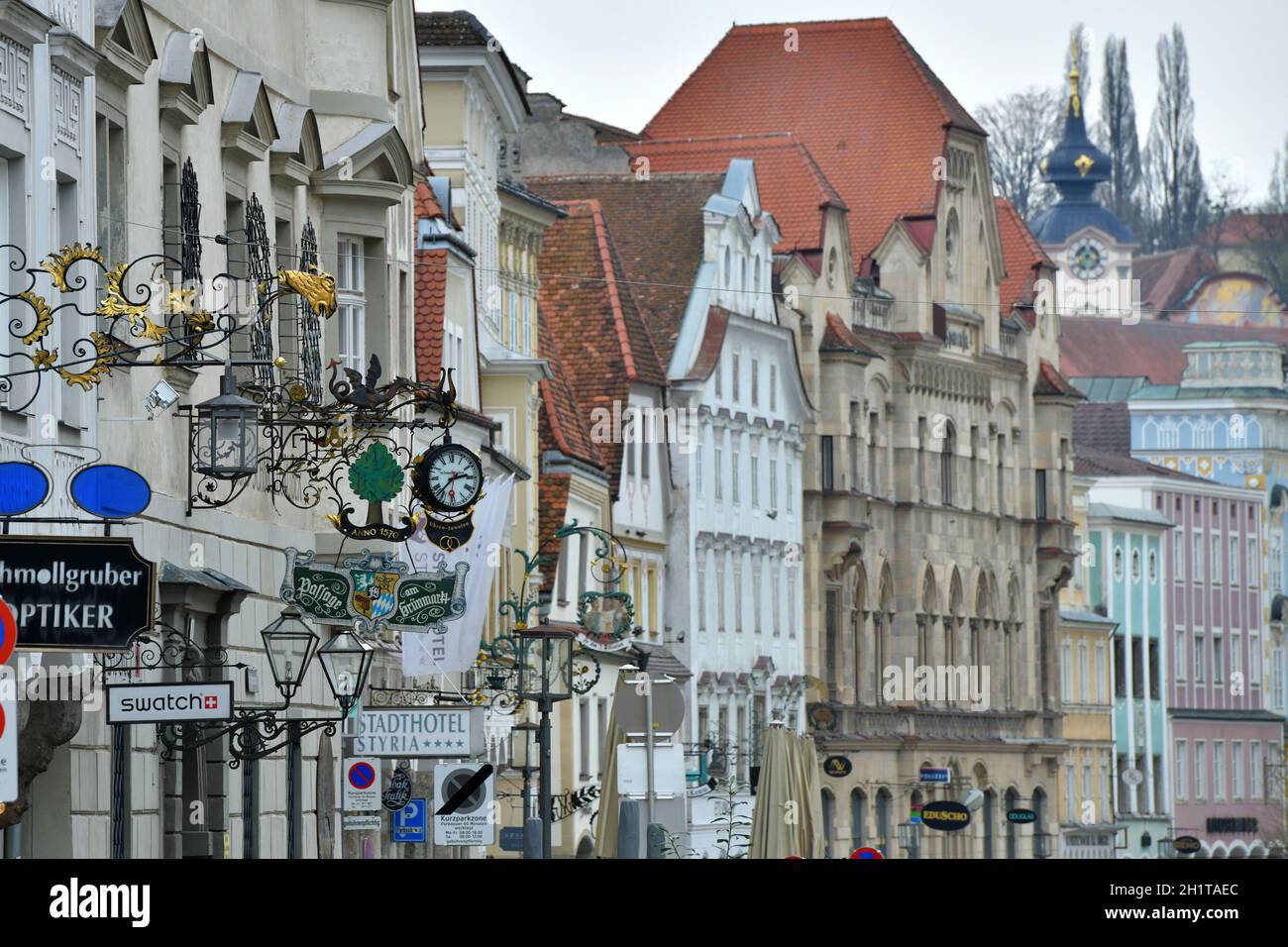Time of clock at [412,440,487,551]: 2:36
